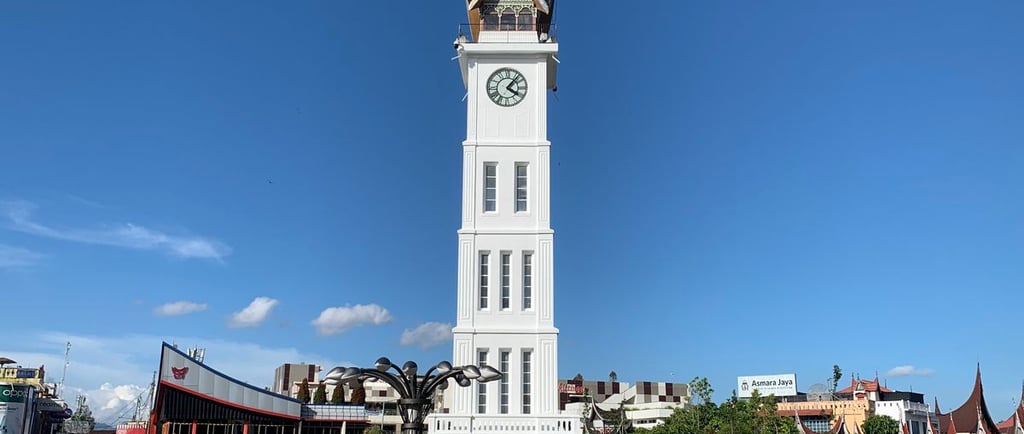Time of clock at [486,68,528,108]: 4:07
